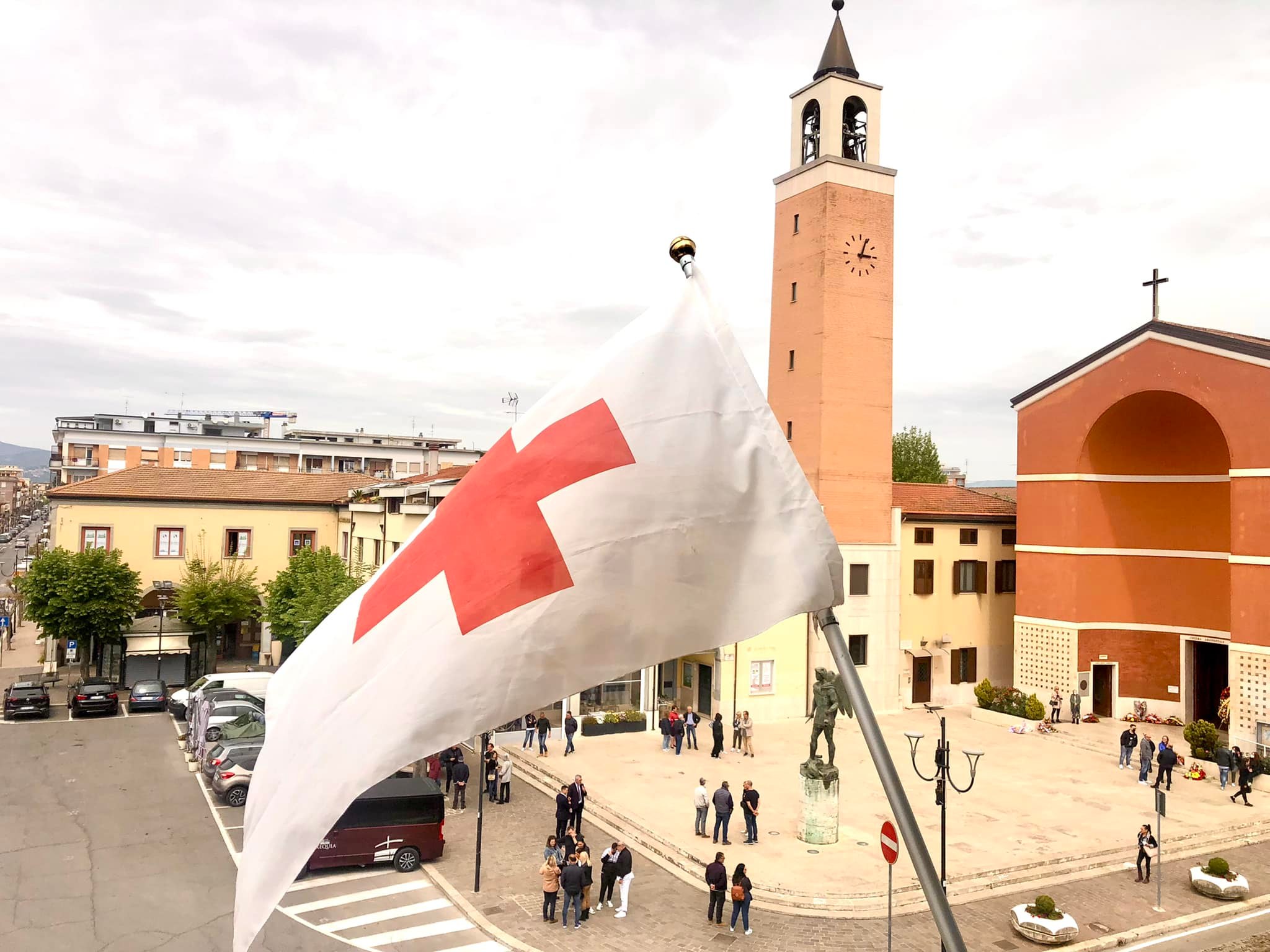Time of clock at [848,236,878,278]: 3:03
